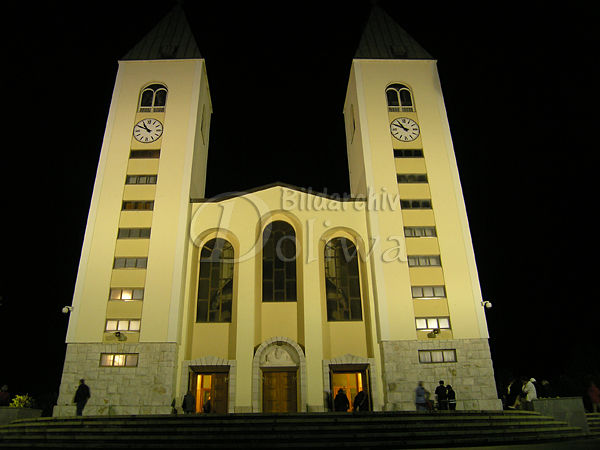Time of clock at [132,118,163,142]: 10:49
